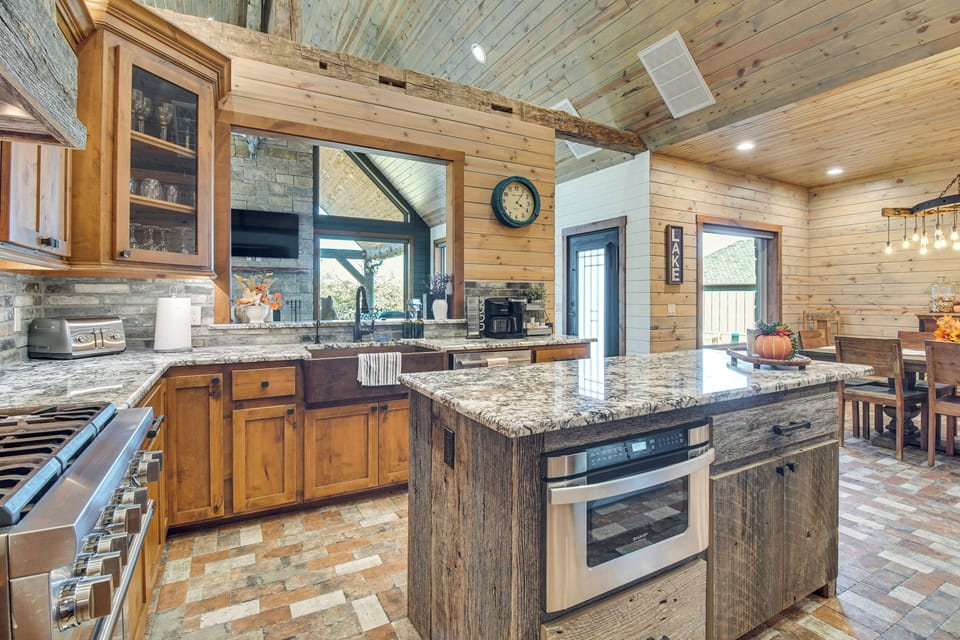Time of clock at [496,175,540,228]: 4:06
